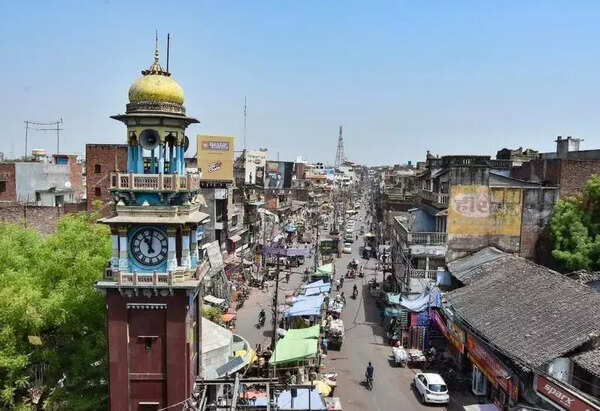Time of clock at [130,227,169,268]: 11:01
